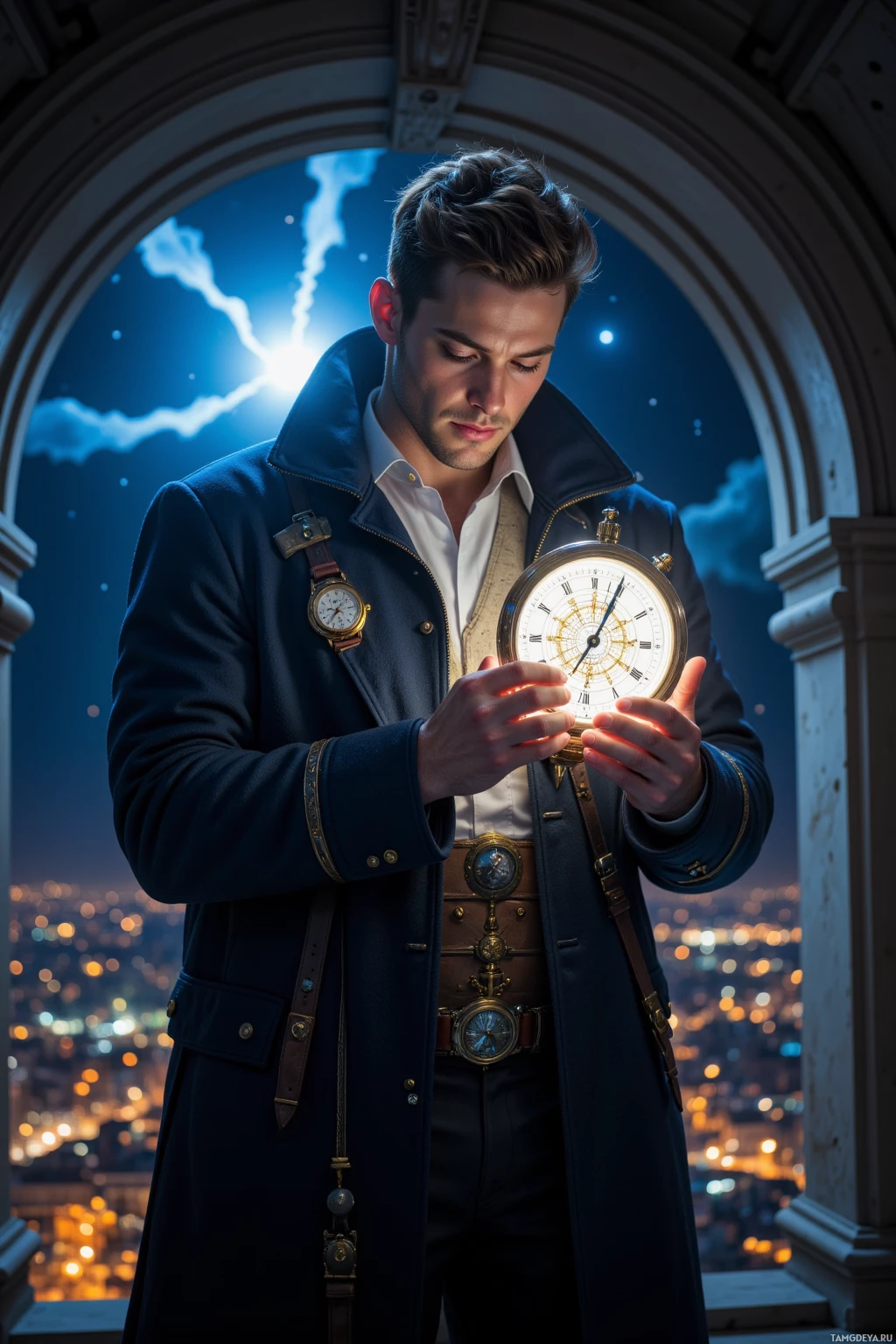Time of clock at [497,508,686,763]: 7:04
